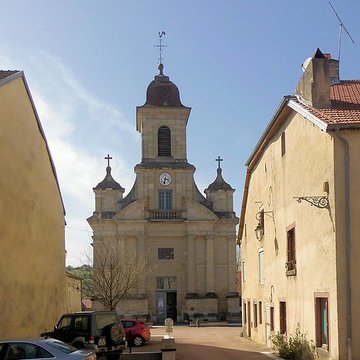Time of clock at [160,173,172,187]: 3:32
